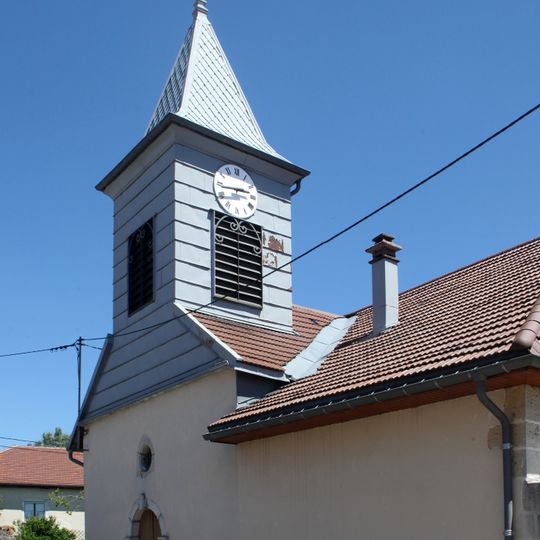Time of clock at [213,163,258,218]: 2:43
